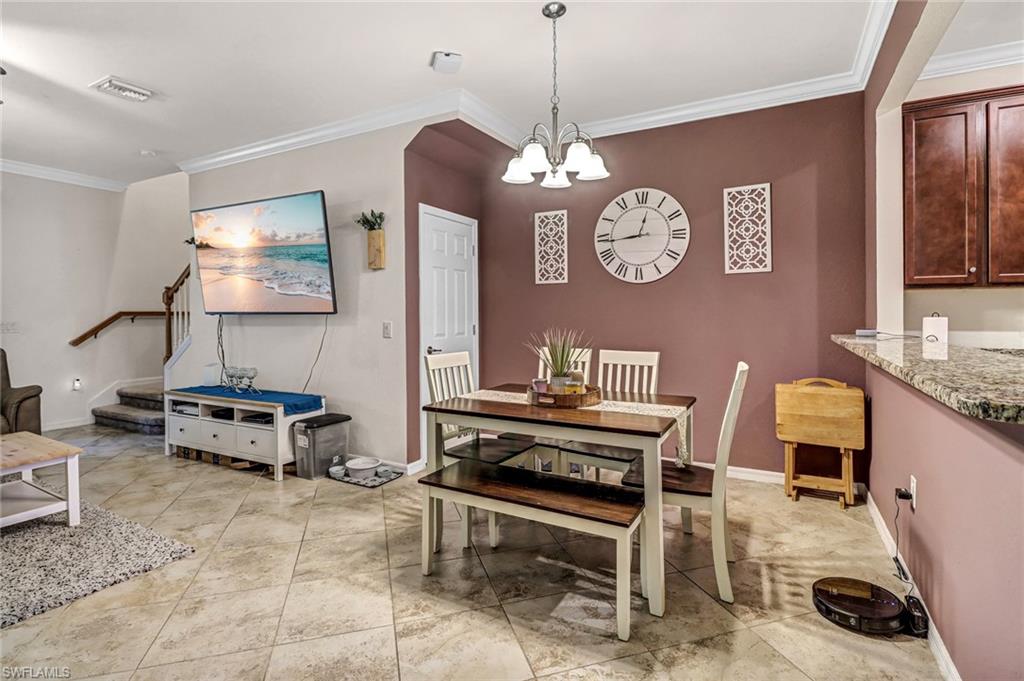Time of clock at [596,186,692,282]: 12:43
